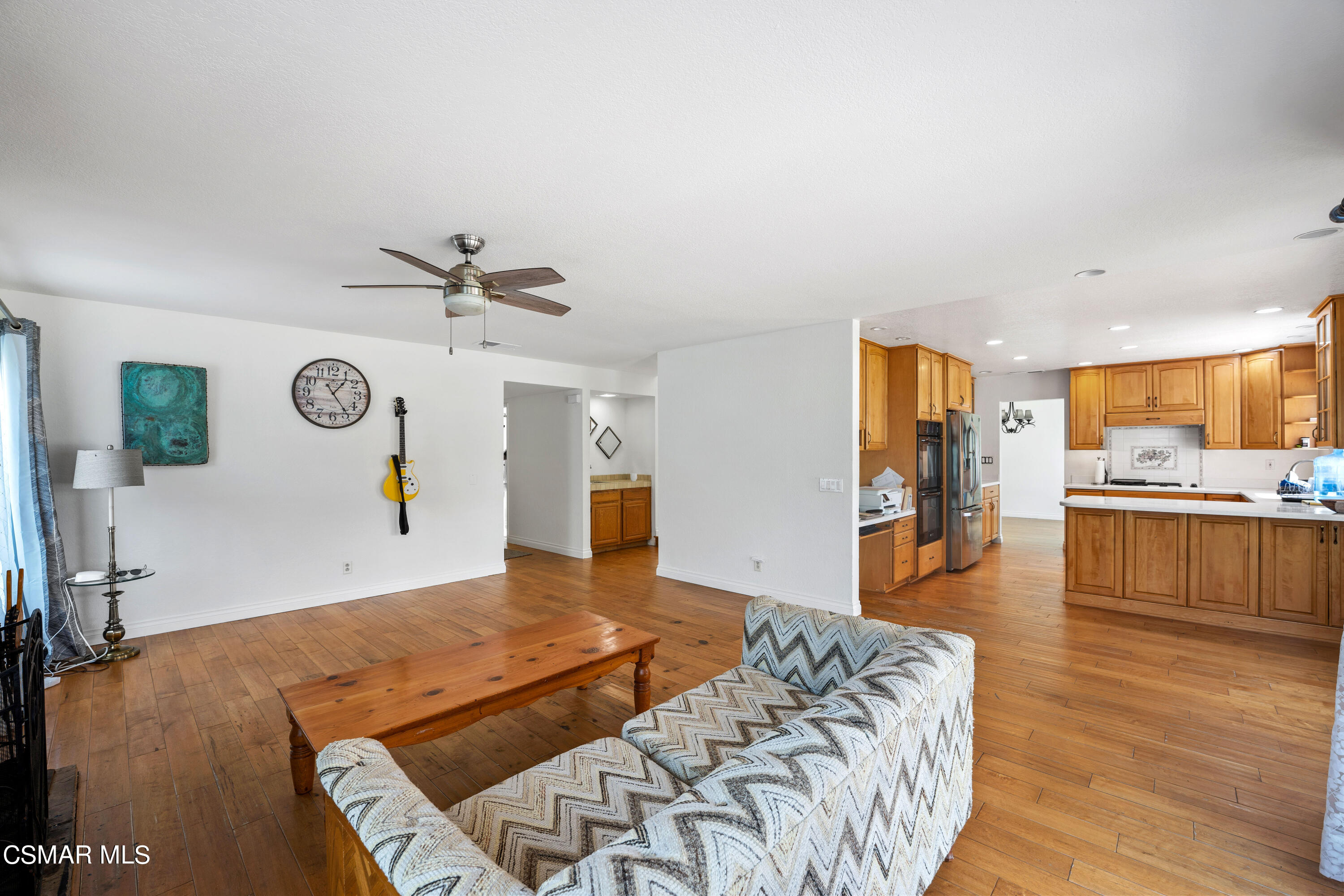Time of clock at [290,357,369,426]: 1:24
